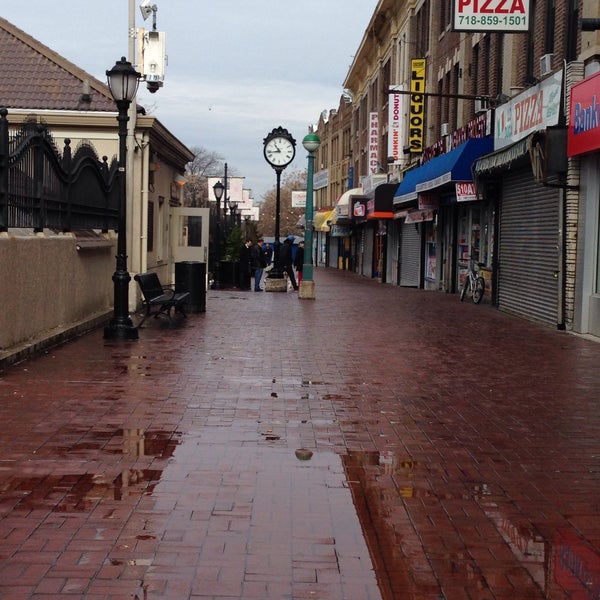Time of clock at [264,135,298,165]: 10:43
